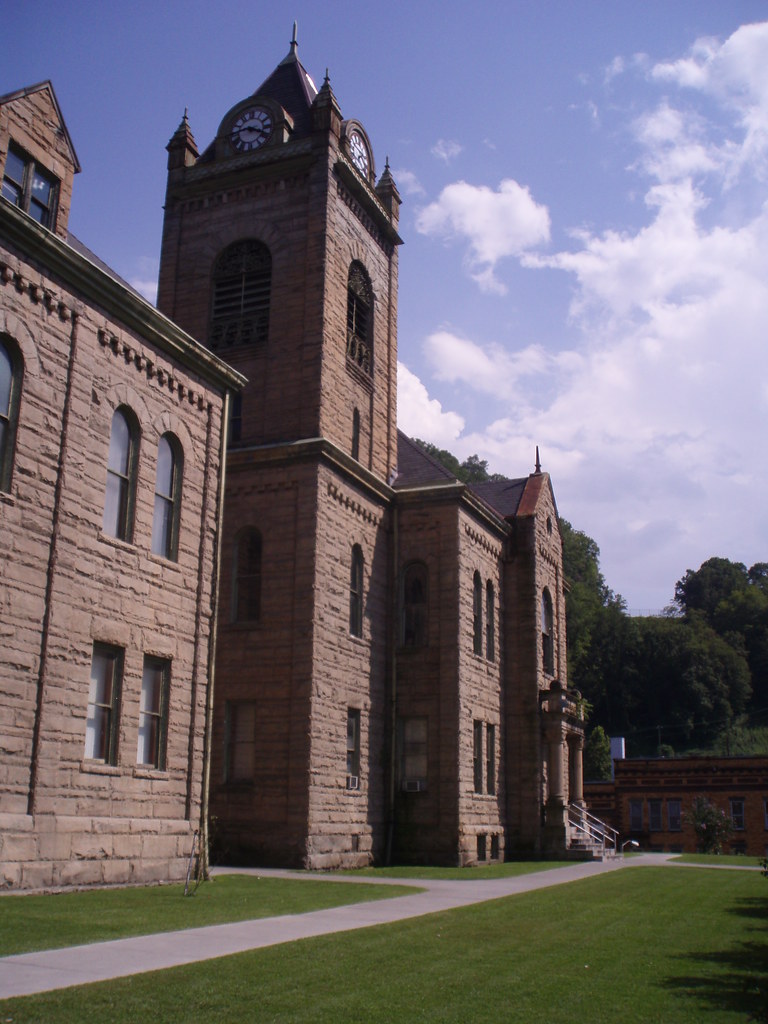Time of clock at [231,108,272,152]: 3:43
